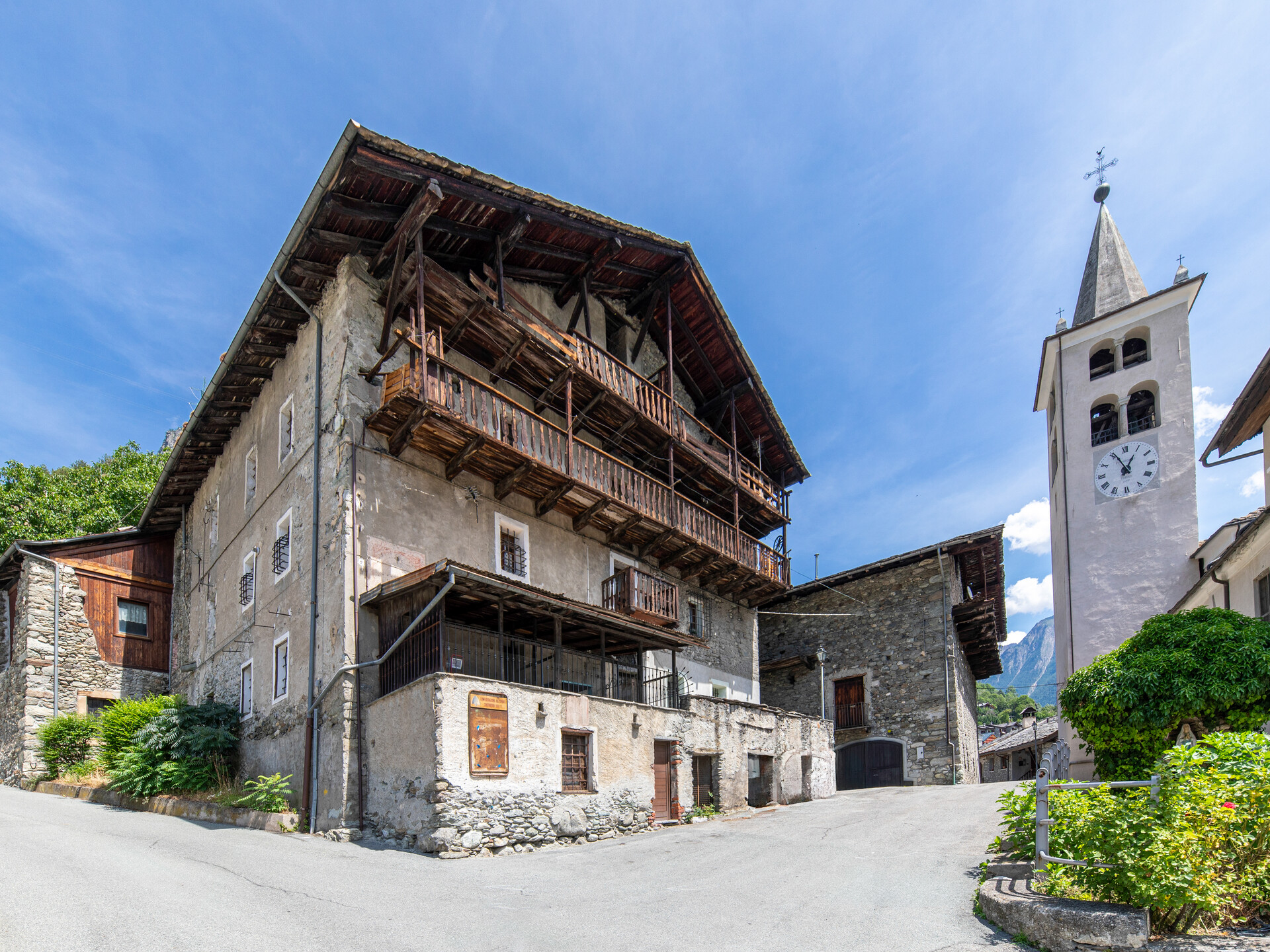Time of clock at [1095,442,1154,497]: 12:55
